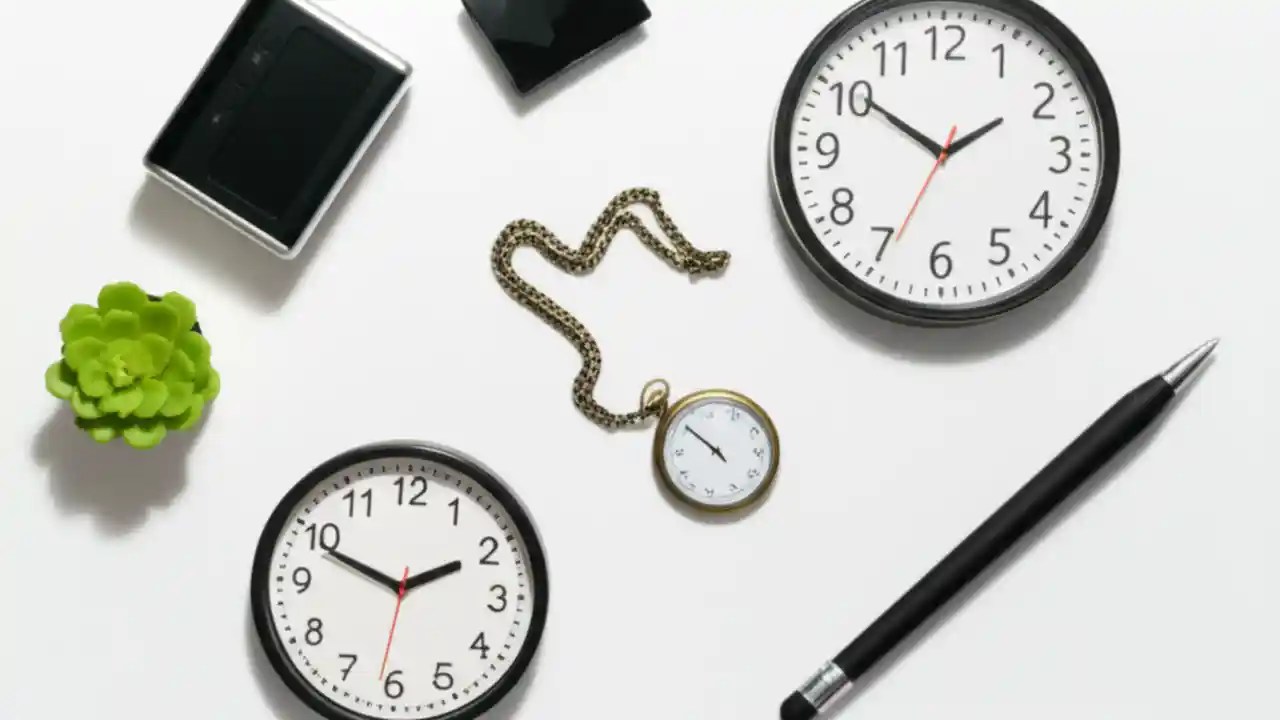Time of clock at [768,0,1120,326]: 1:50
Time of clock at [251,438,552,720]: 1:48
